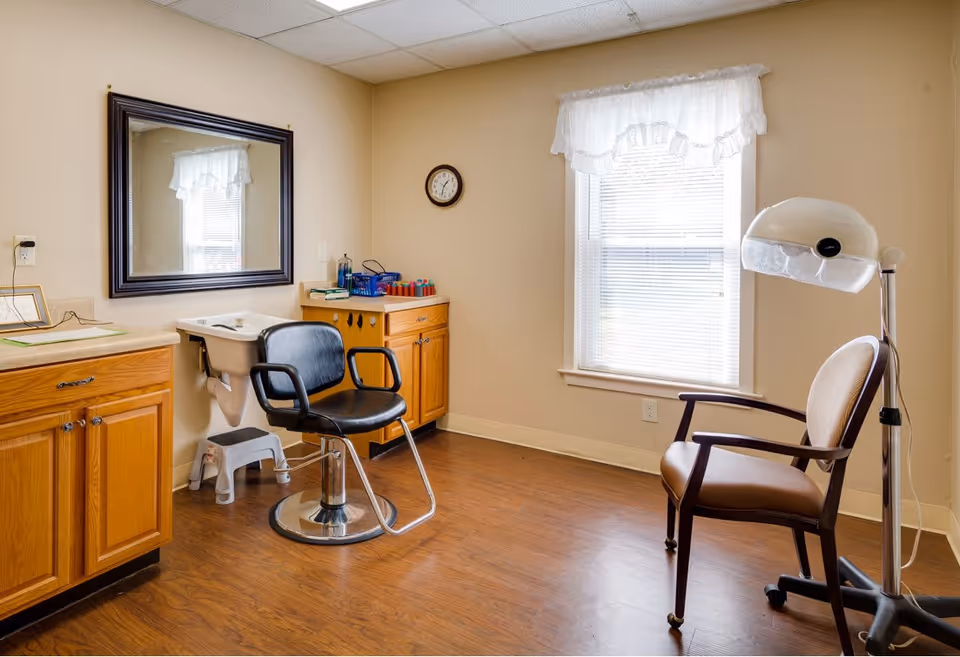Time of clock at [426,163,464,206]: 1:32
